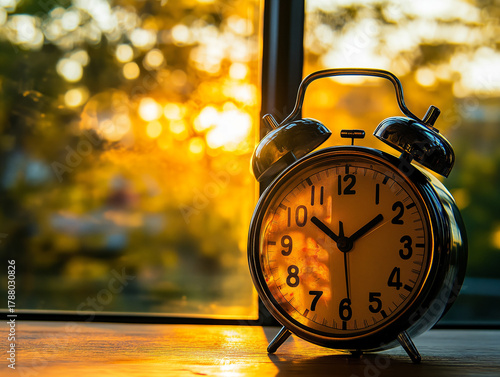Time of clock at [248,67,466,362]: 1:51
